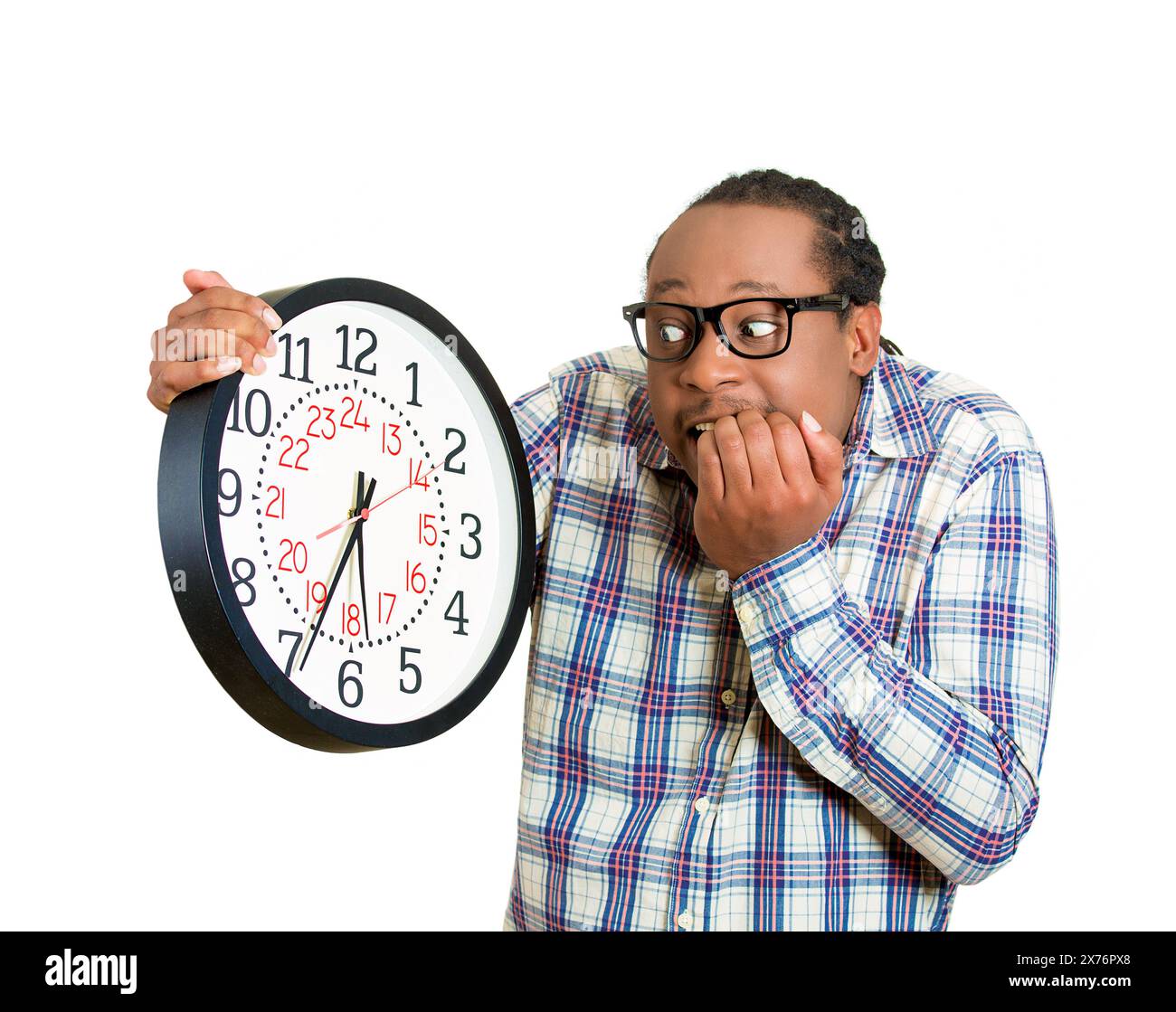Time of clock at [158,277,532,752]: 5:33
